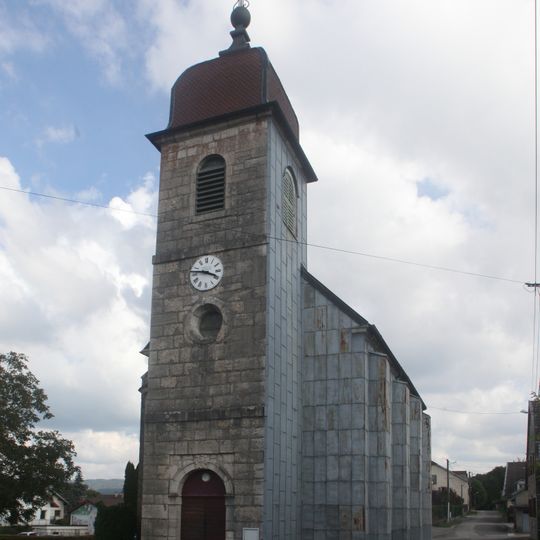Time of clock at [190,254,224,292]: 3:46
